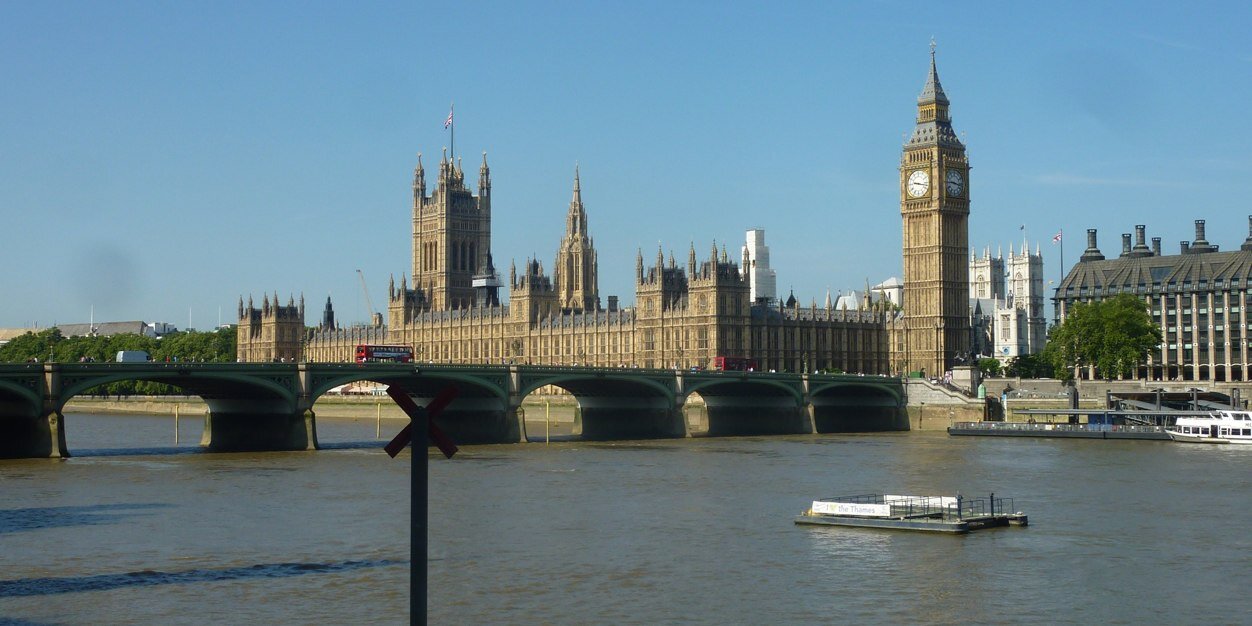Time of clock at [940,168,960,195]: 9:17
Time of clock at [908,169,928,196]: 9:17
